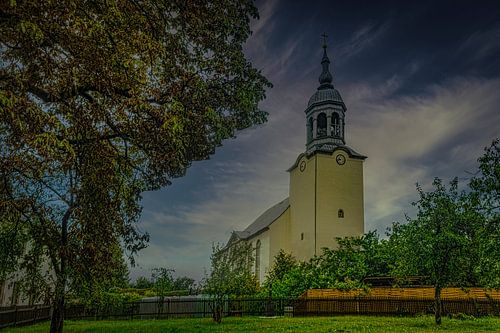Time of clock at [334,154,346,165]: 9:42
